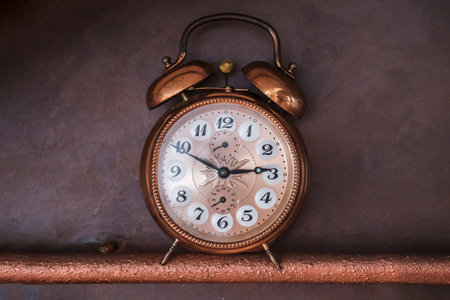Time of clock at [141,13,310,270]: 2:49
